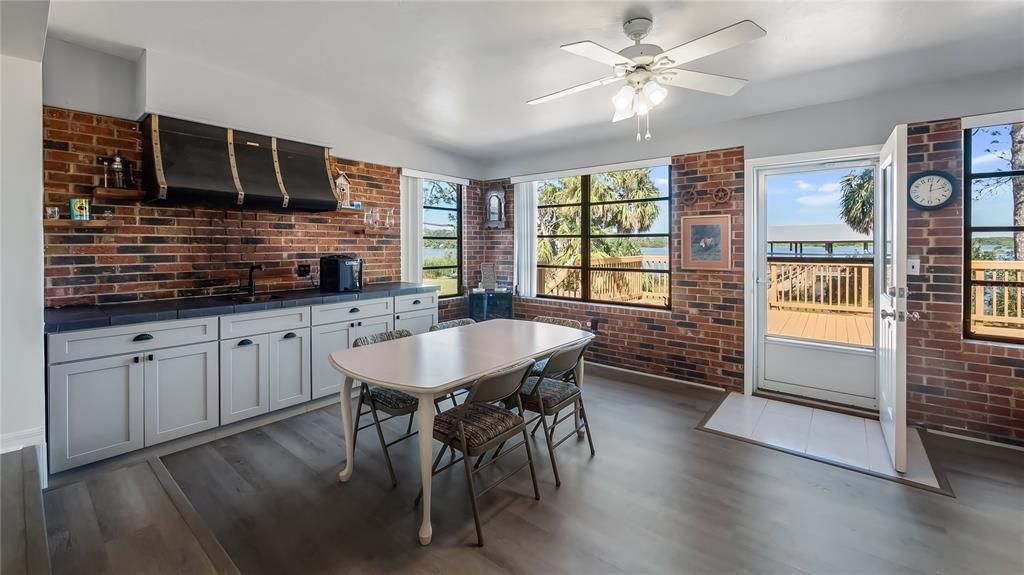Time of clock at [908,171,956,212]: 12:12
